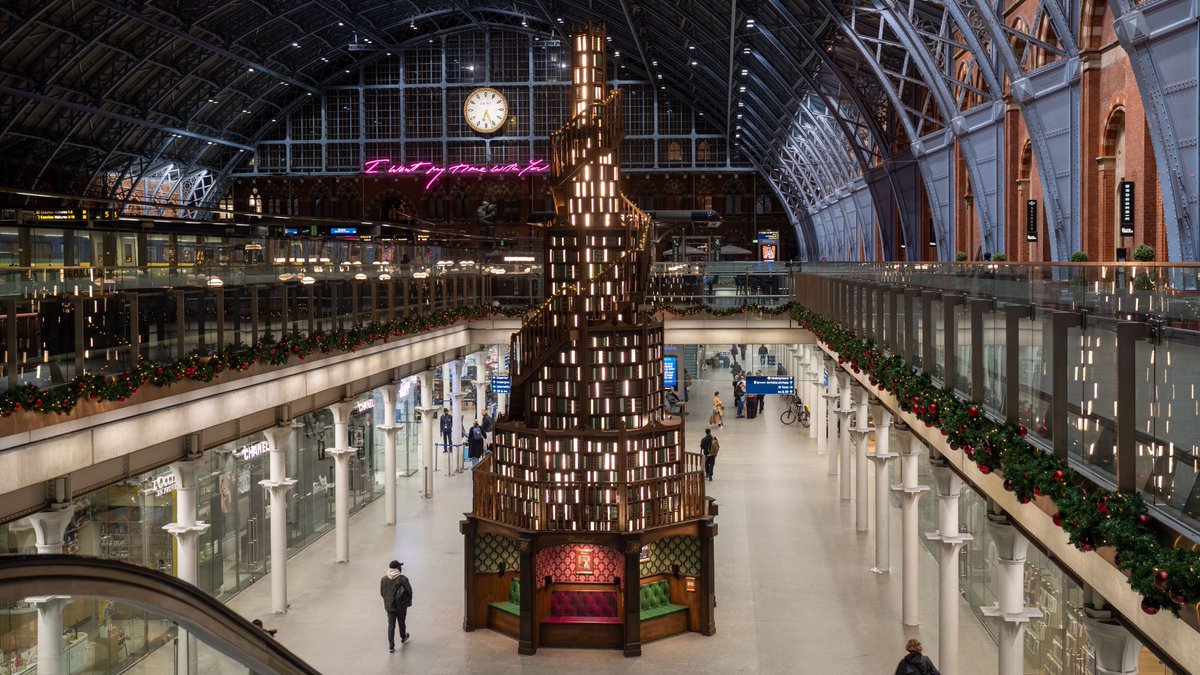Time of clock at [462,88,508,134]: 6:26
